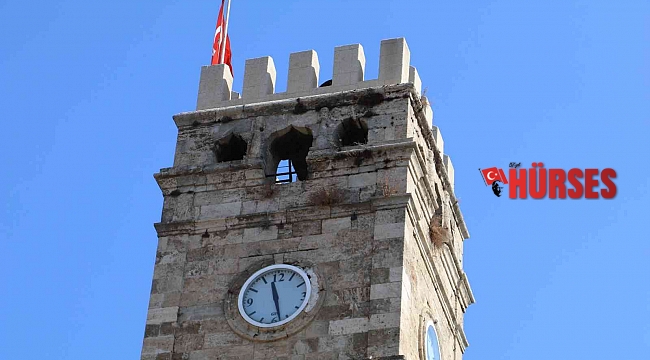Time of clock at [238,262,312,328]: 11:27
